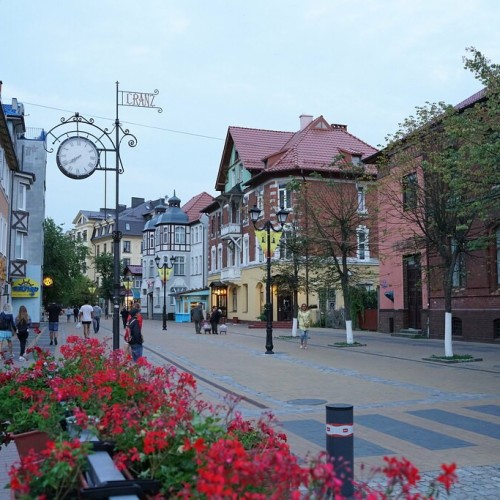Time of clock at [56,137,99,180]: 7:39
